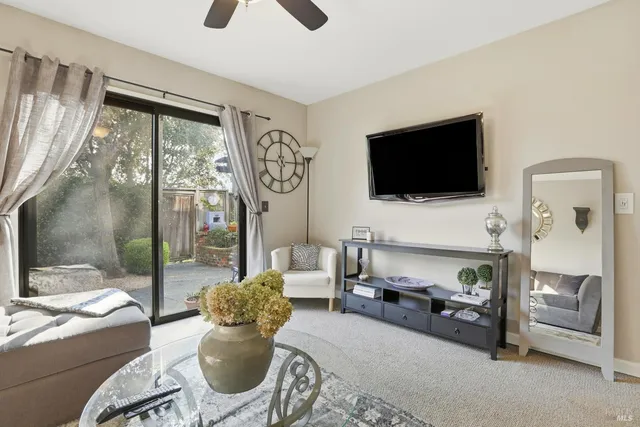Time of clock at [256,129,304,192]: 5:59
